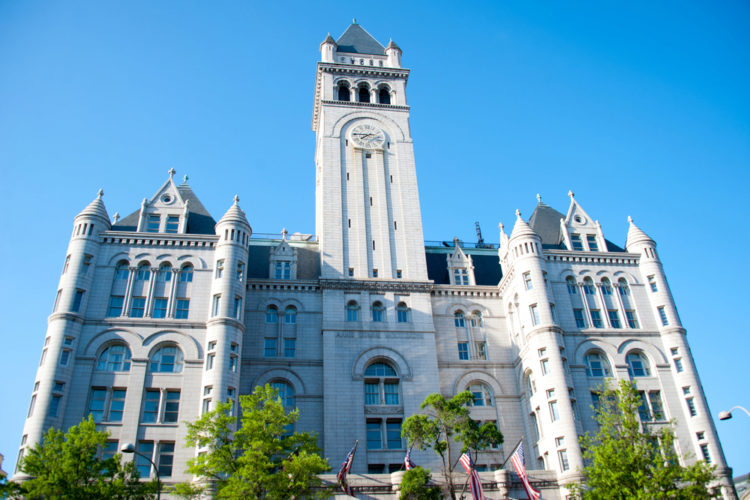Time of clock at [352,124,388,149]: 7:45
